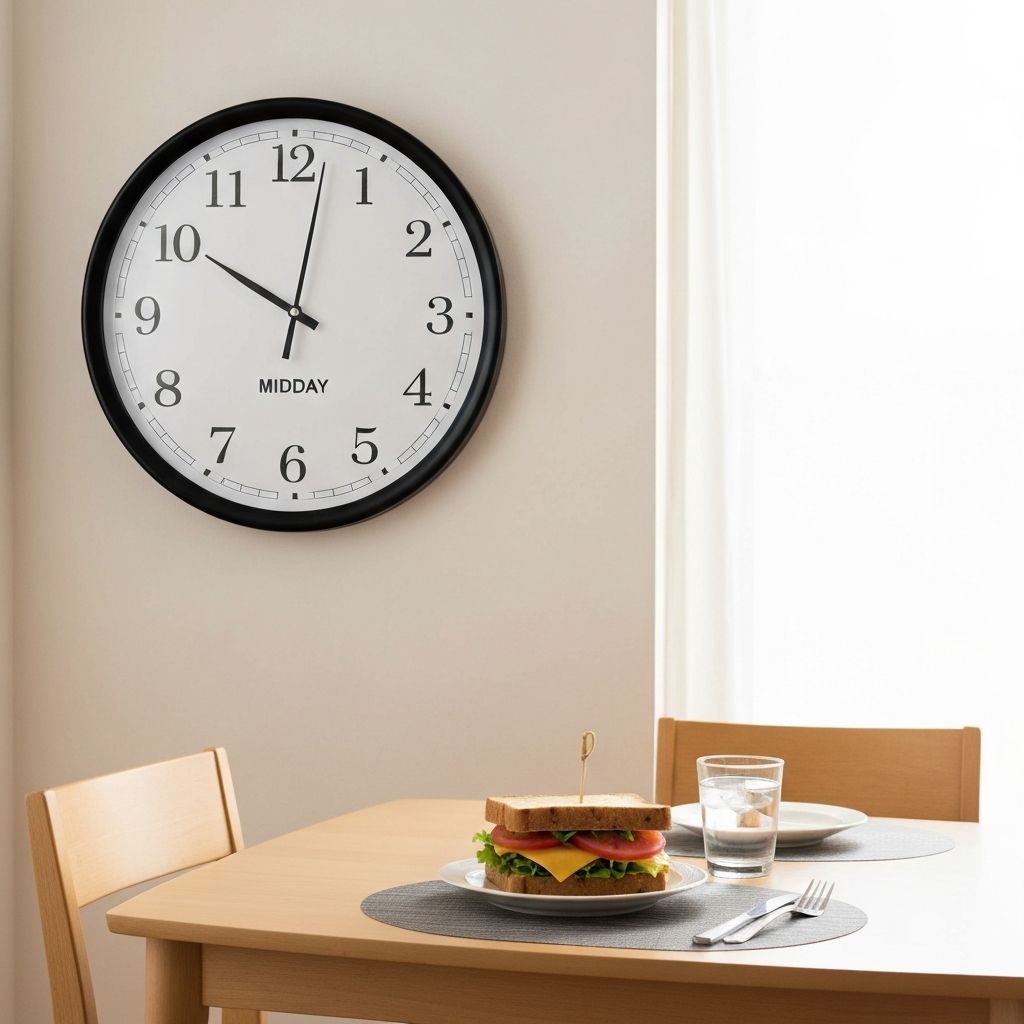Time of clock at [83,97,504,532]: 10:01
